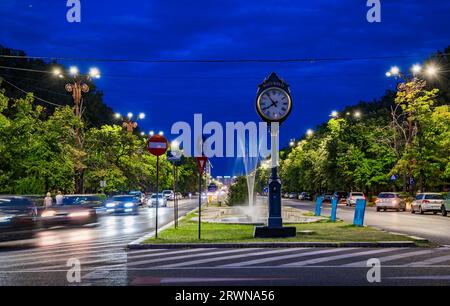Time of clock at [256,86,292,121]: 7:53
